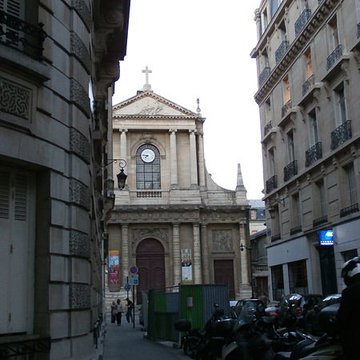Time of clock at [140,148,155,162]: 7:46
